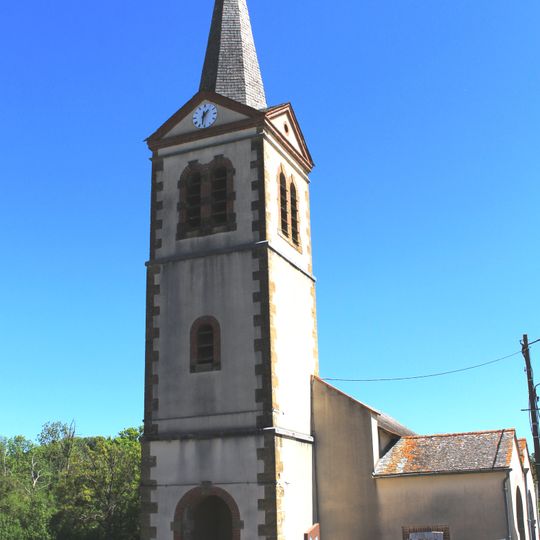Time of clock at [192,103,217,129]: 1:32
